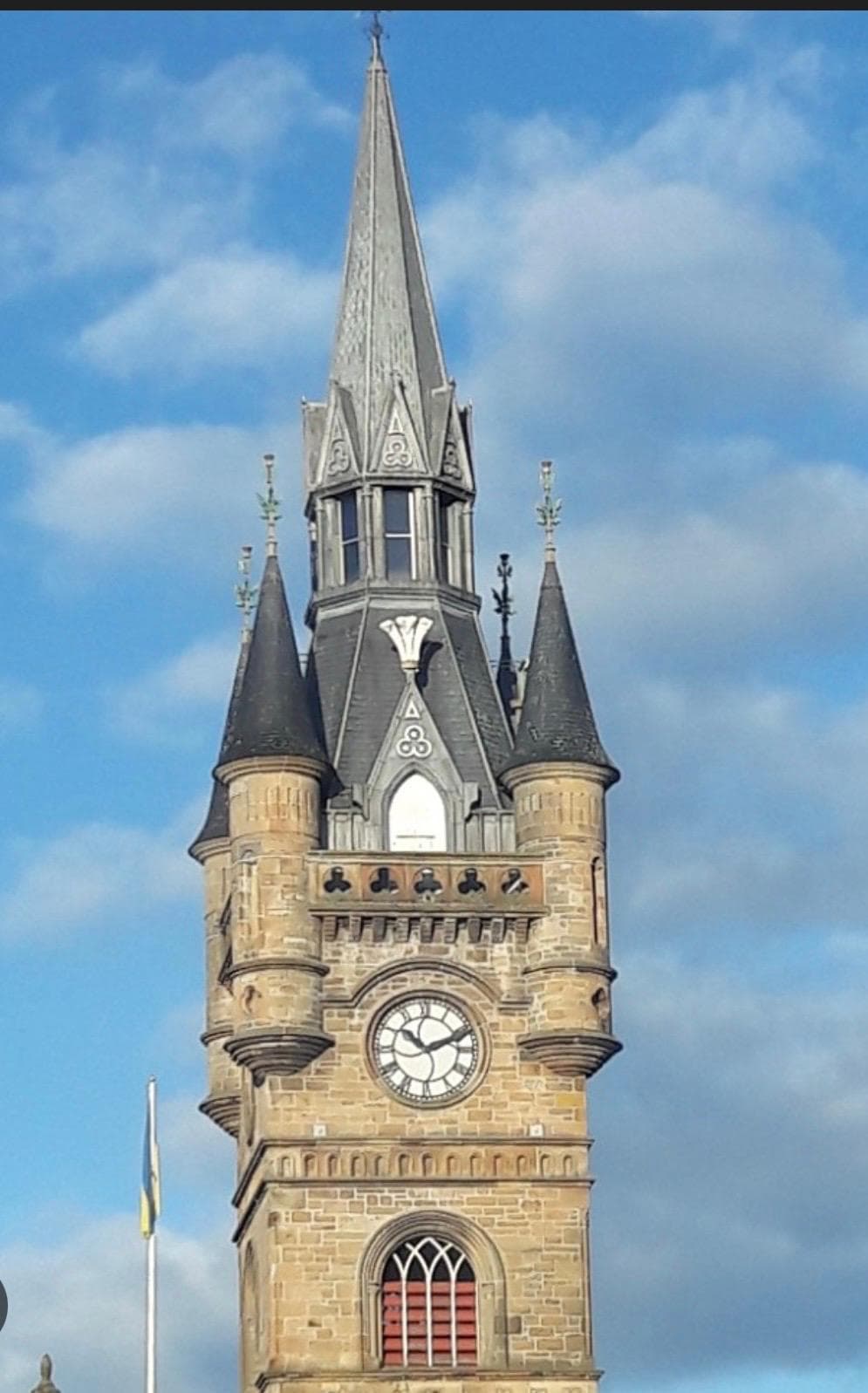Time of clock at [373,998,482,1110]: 10:11
